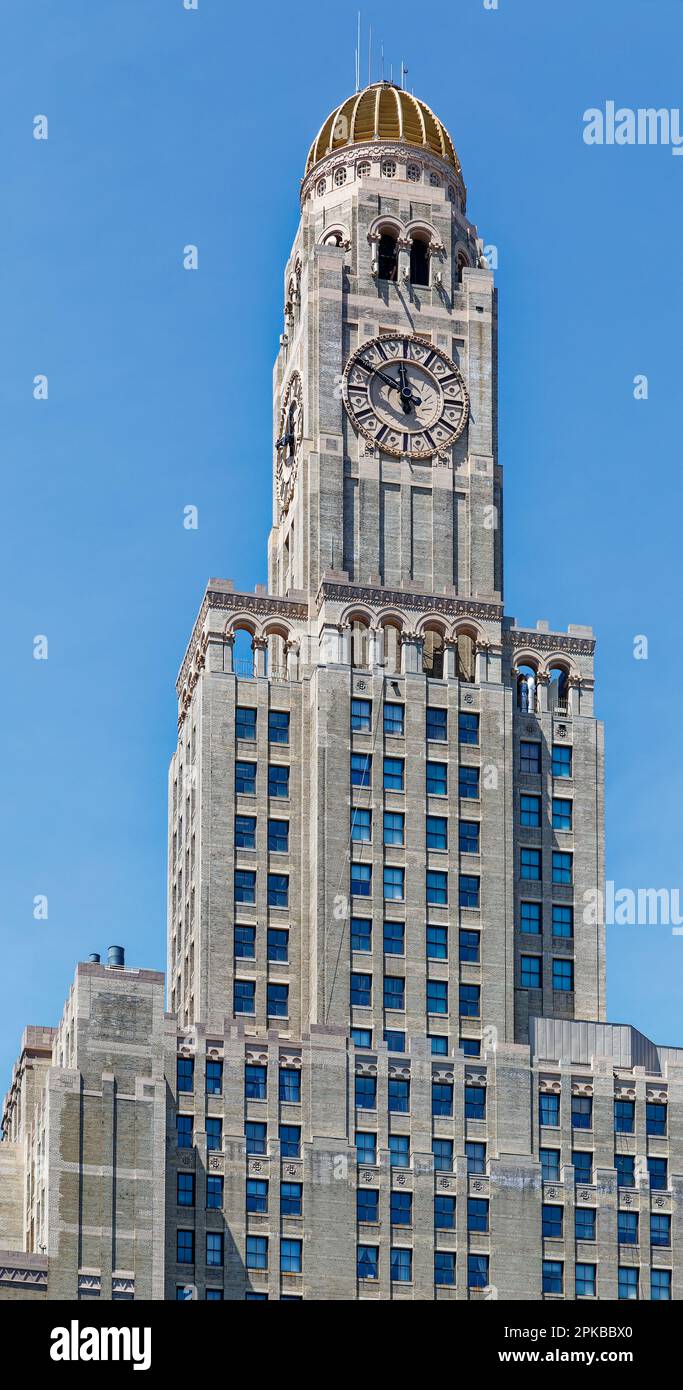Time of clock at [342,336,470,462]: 11:49
